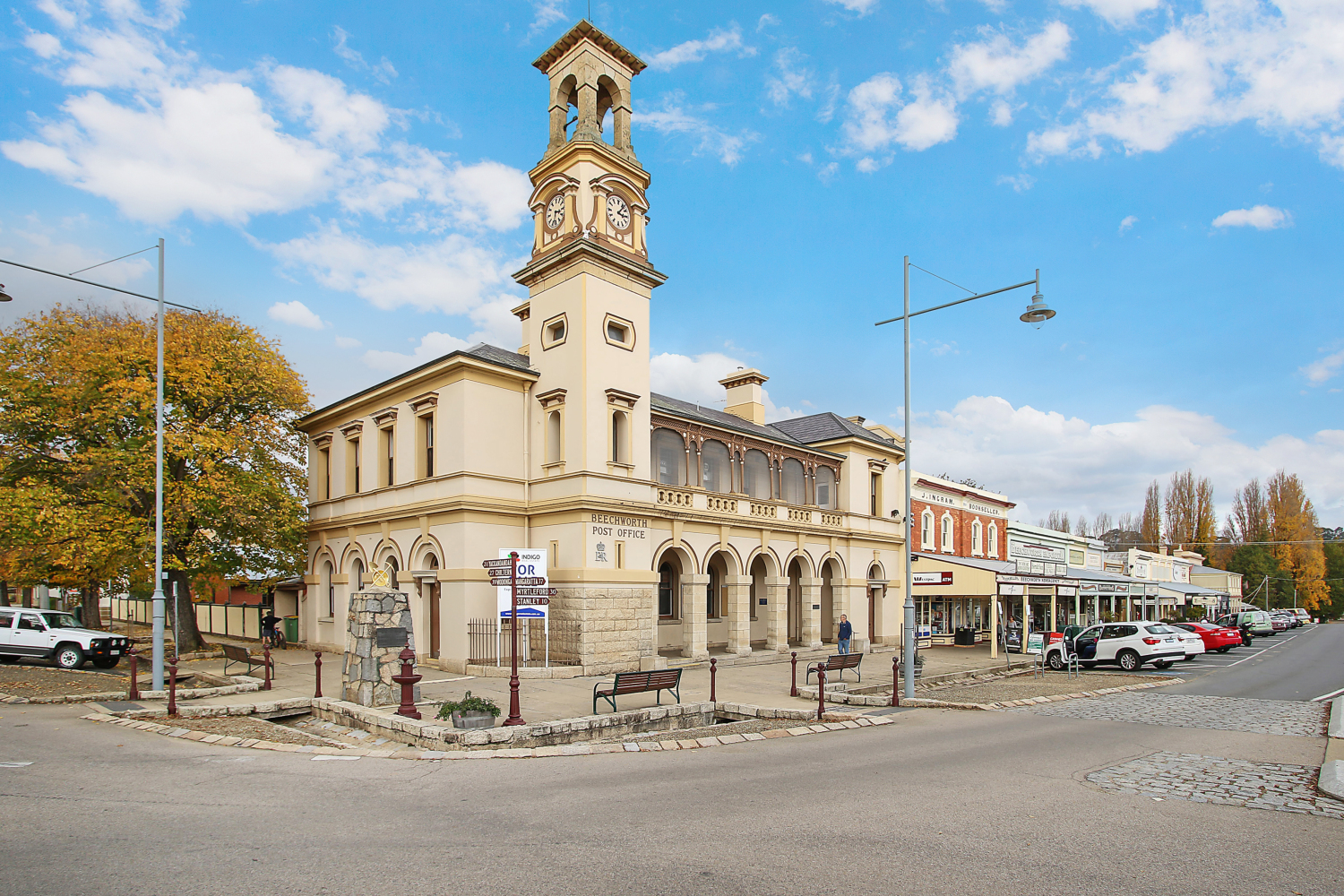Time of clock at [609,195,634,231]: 3:06
